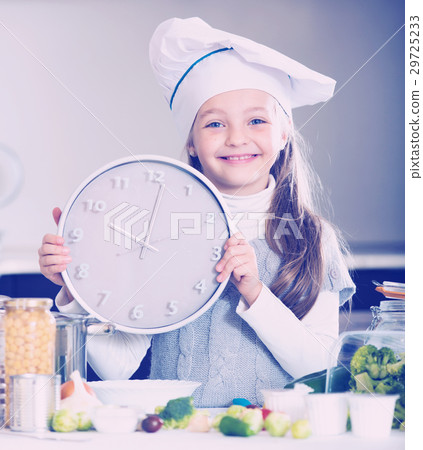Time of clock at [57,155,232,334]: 10:01
